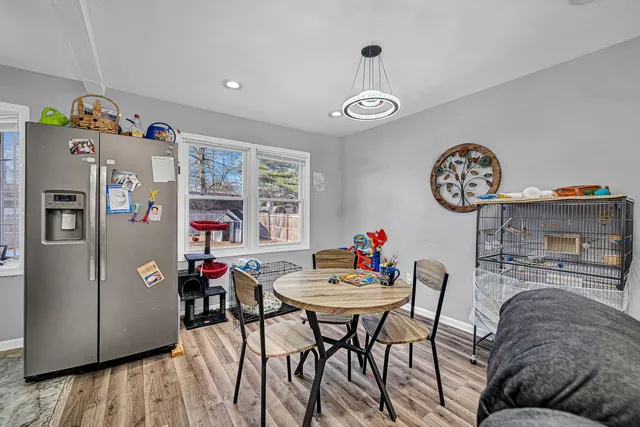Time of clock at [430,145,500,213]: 12:28
